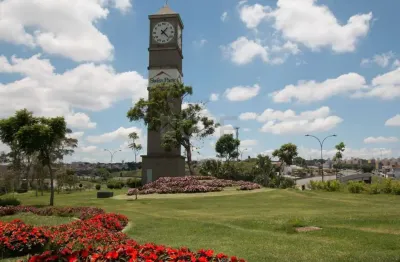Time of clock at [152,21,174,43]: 1:22
